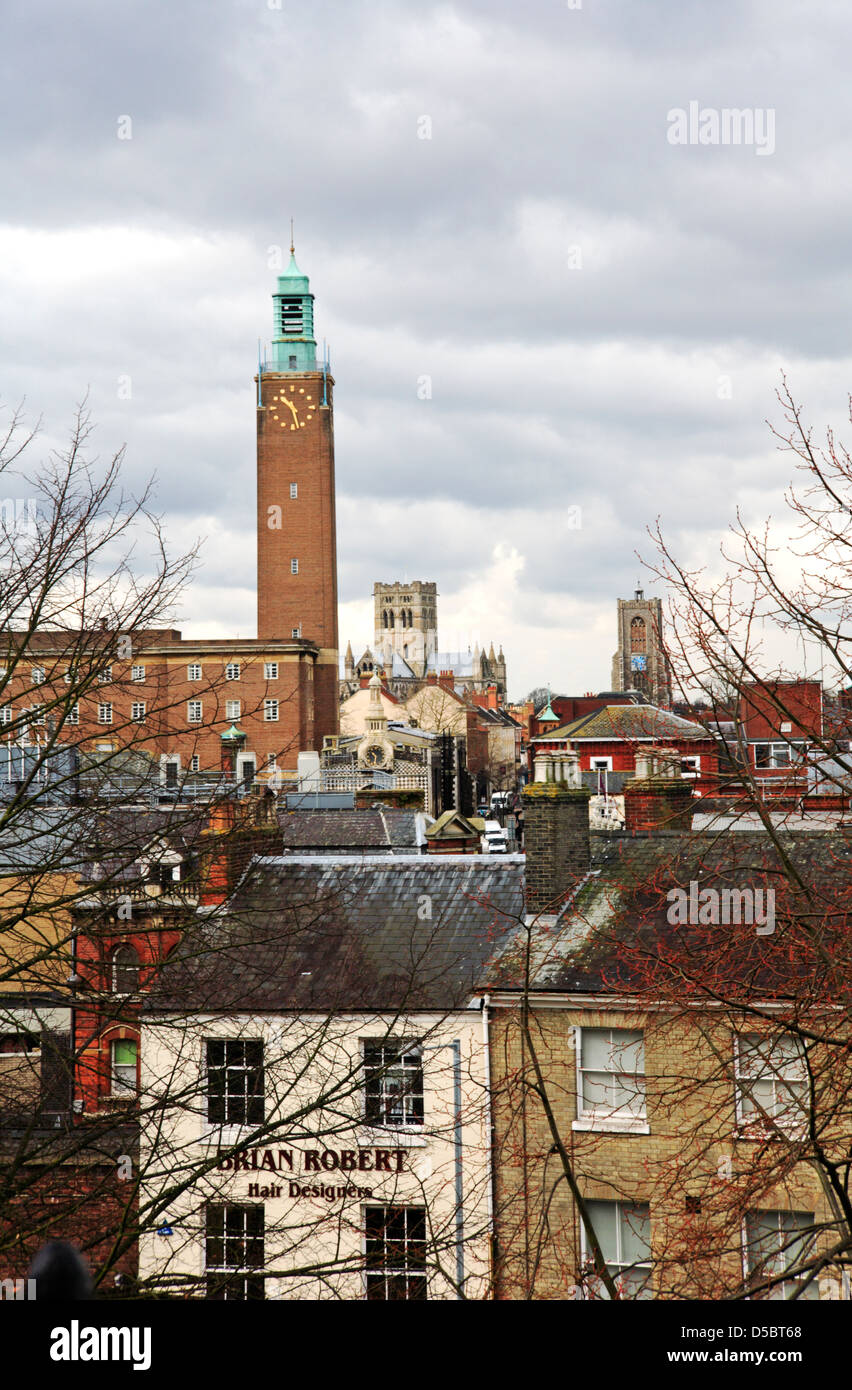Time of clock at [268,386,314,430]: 10:27
